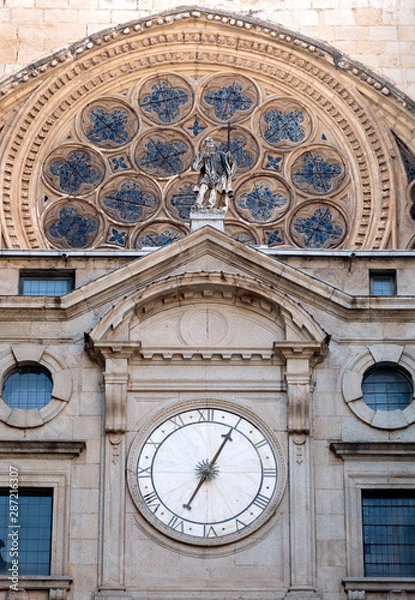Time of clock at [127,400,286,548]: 7:04
